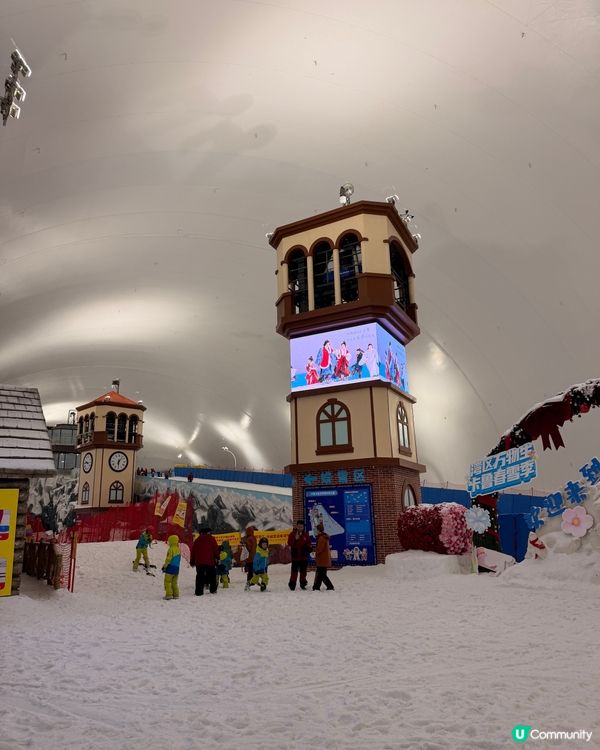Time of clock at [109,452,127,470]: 6:06
